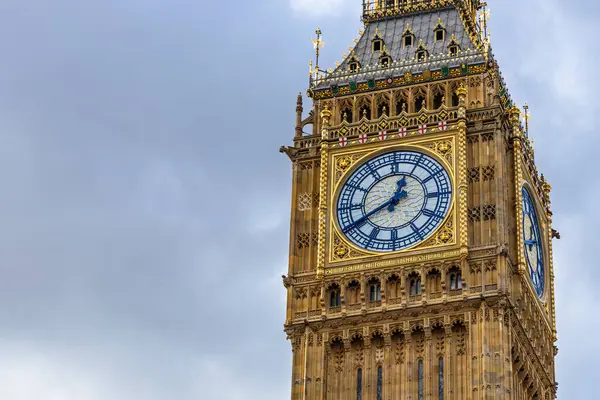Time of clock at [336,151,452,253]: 12:40
